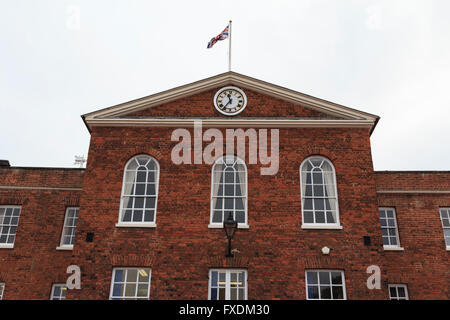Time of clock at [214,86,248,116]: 11:36
